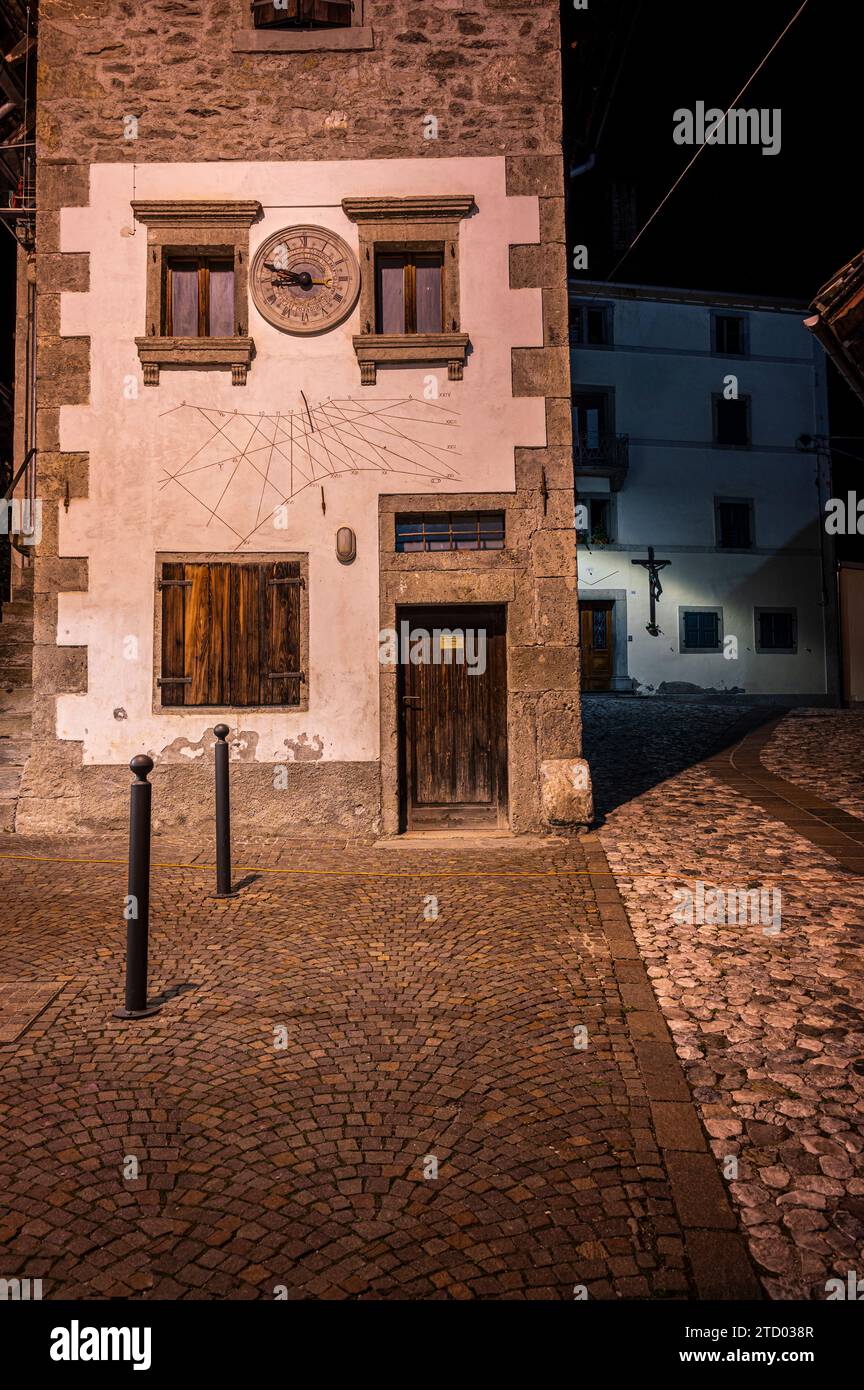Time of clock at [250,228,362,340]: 8:48
